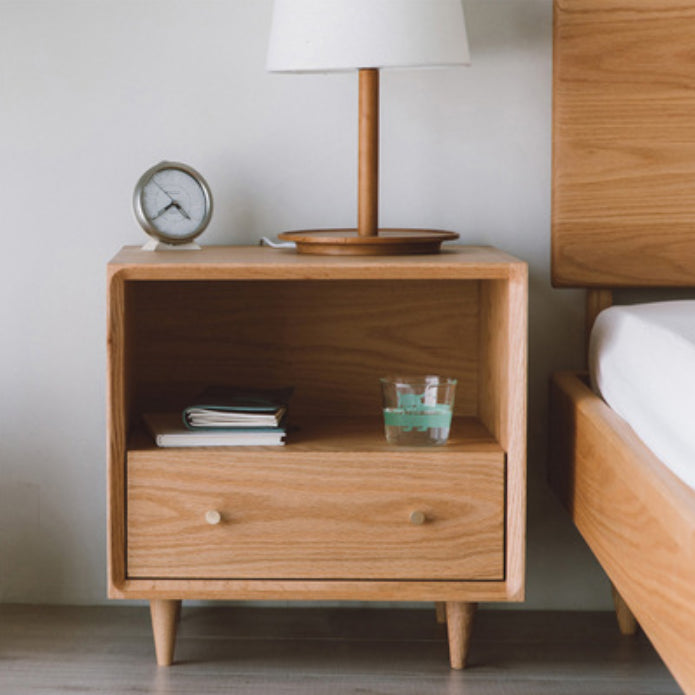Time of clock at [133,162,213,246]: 4:38
